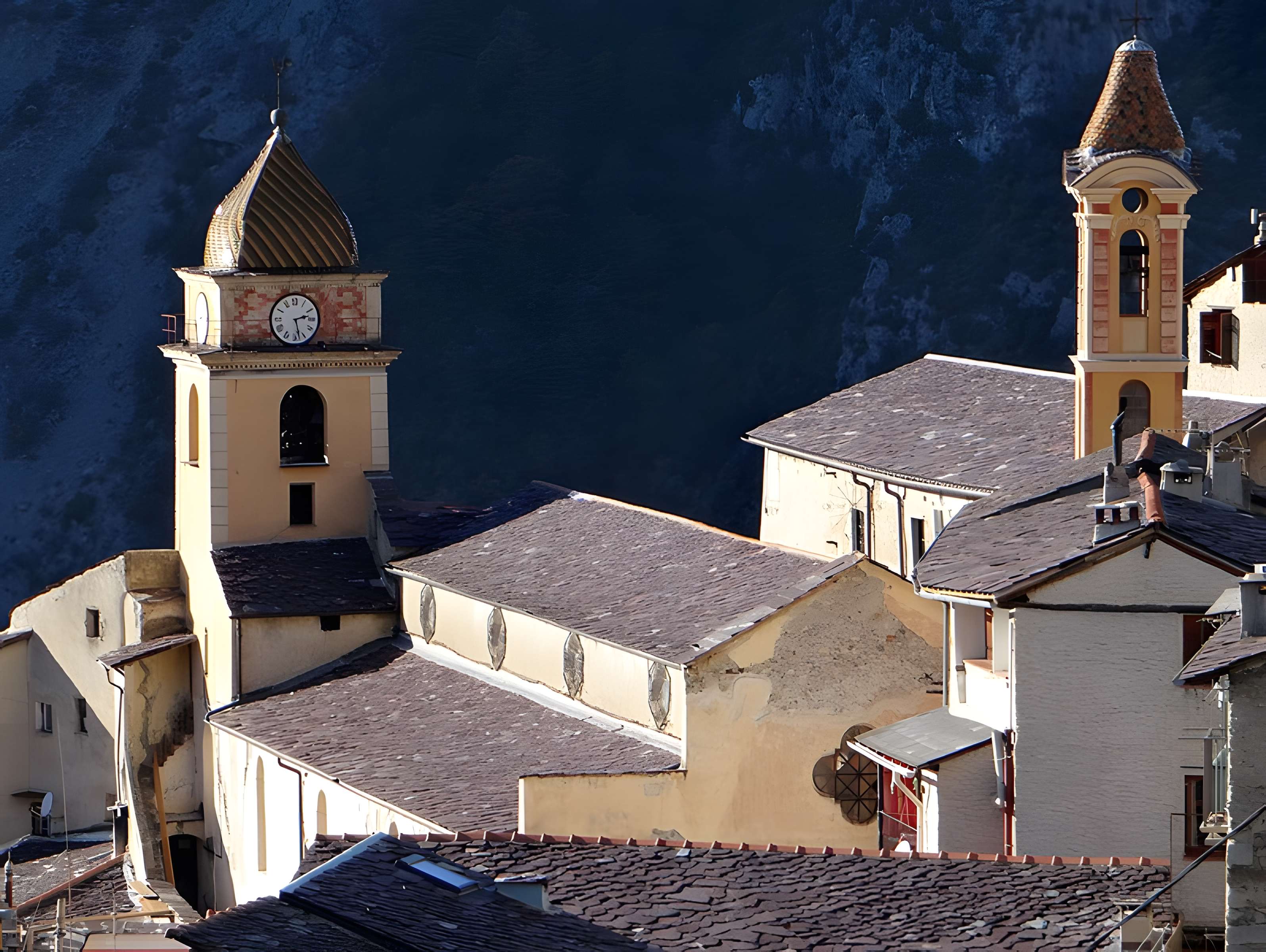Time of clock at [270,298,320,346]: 2:27
